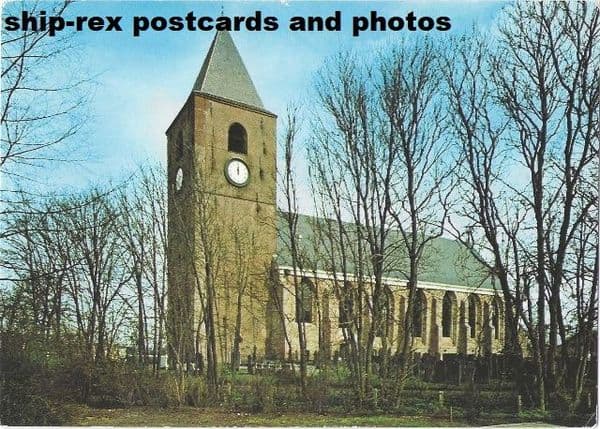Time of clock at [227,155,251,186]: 6:01
